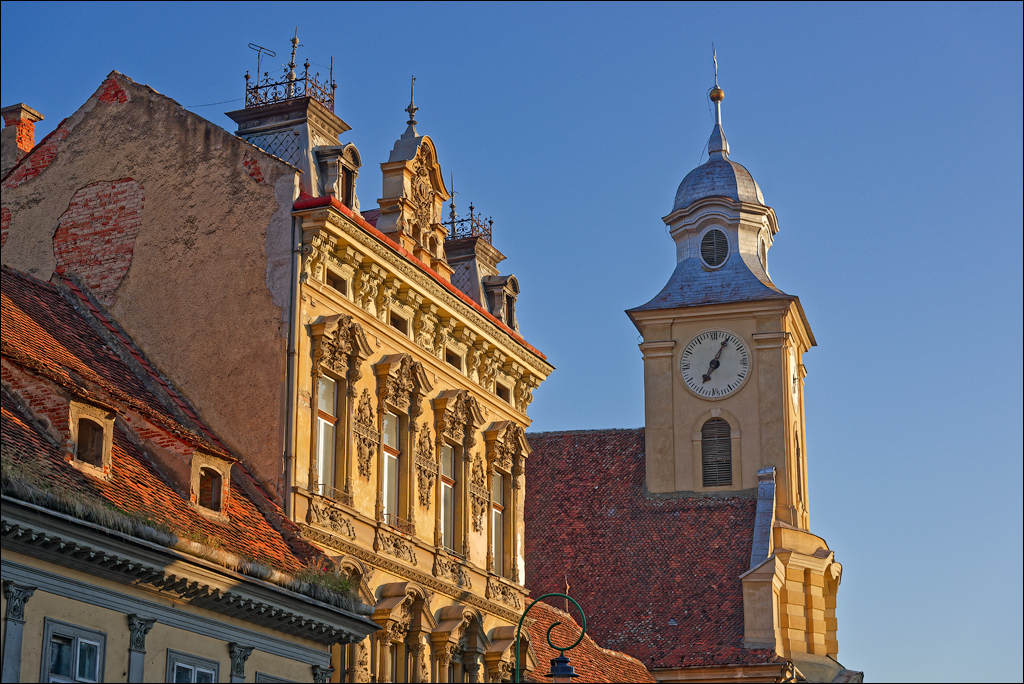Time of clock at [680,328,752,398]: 7:04
